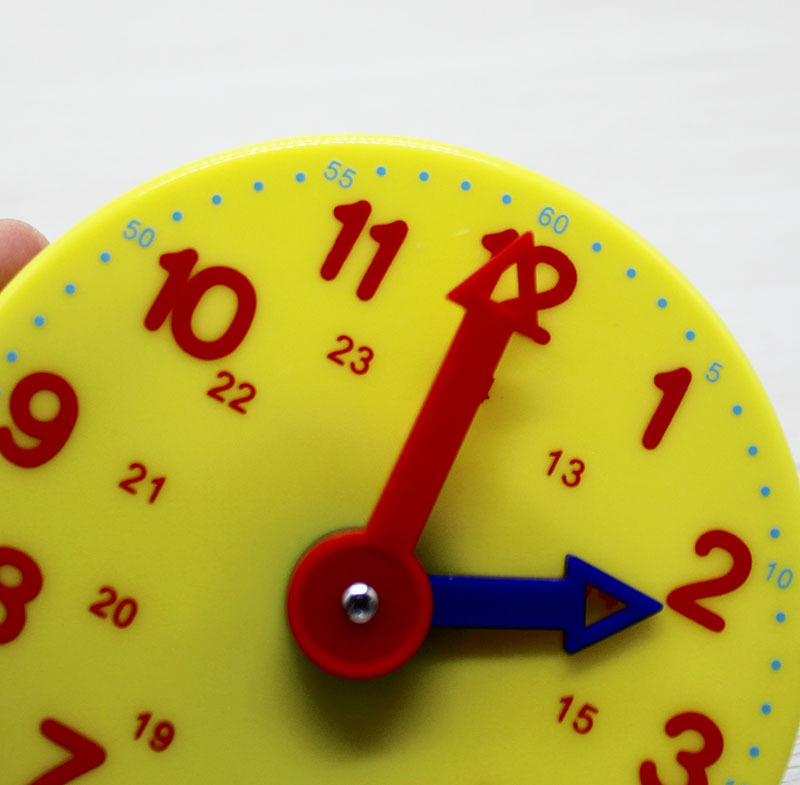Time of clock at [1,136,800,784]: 3:04
